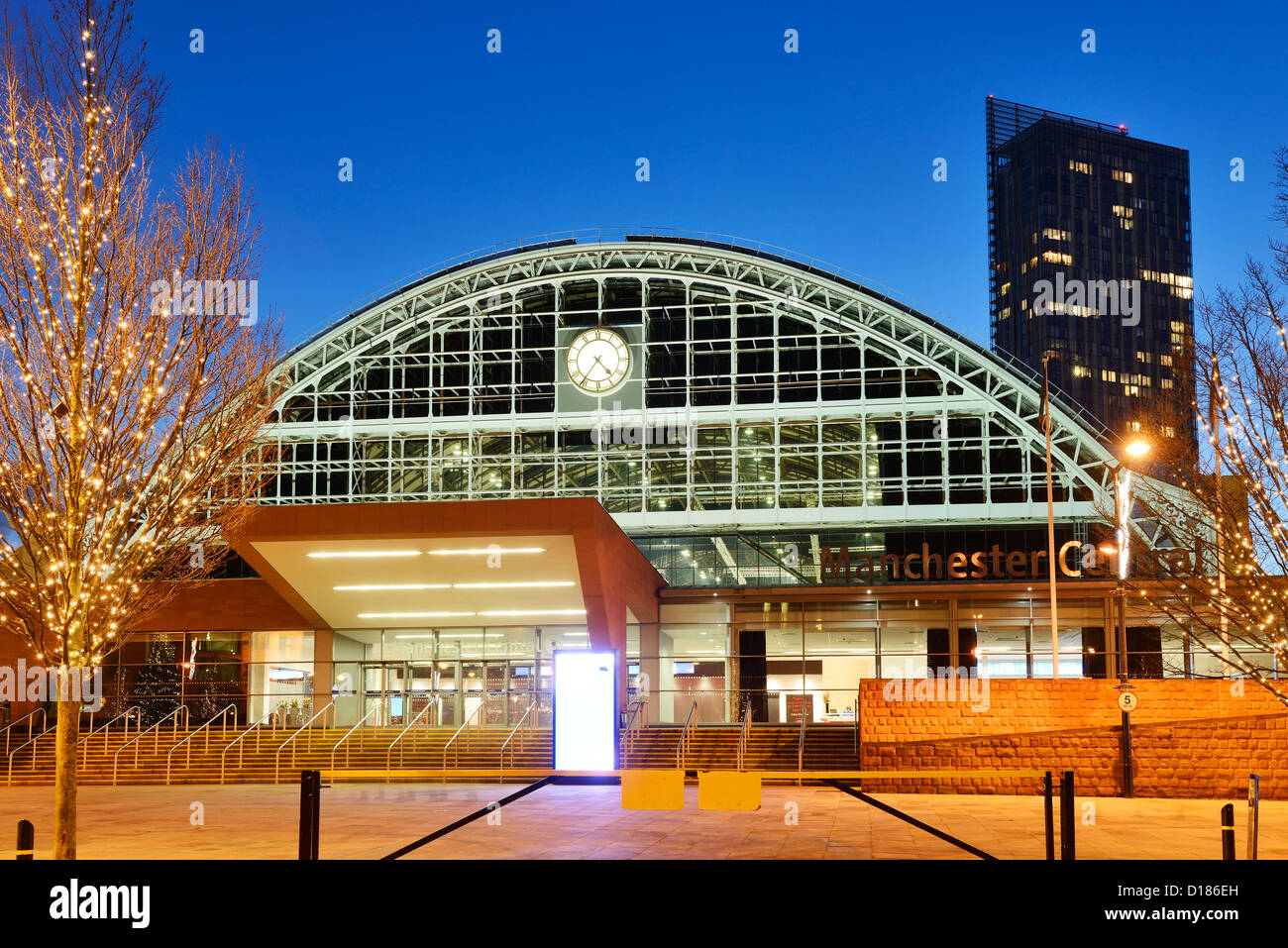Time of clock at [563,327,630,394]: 4:36
